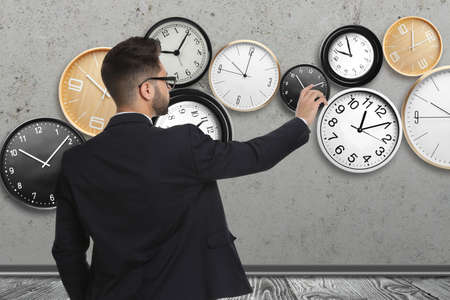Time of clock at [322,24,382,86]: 9:59
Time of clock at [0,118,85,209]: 10:08
